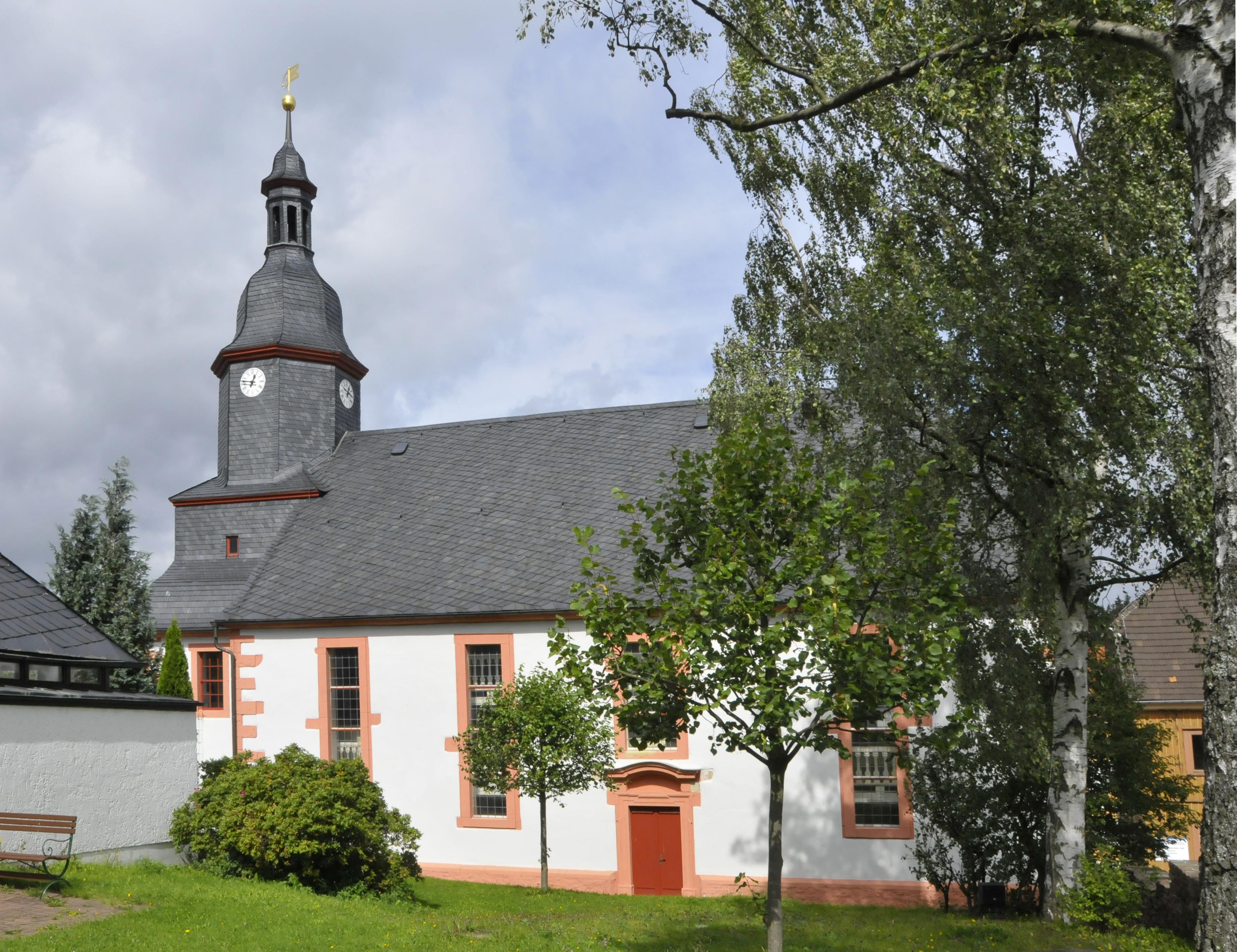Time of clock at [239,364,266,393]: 12:46
